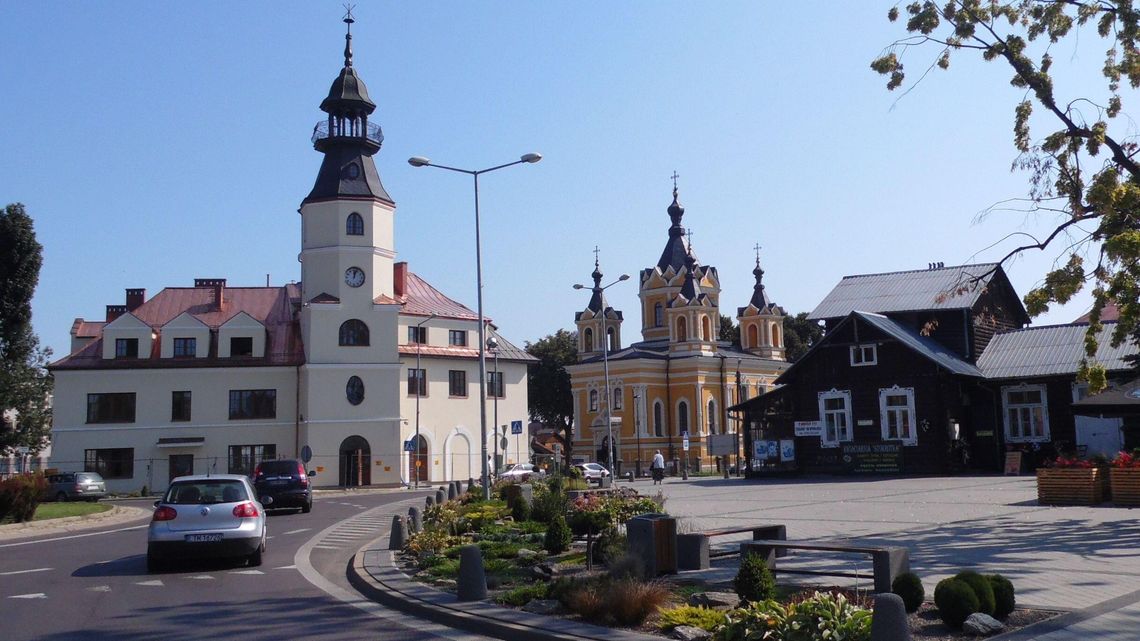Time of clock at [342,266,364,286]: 12:03
